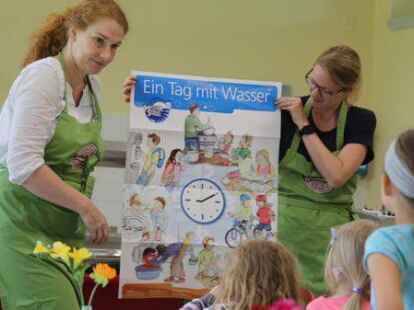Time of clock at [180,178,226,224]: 2:10
